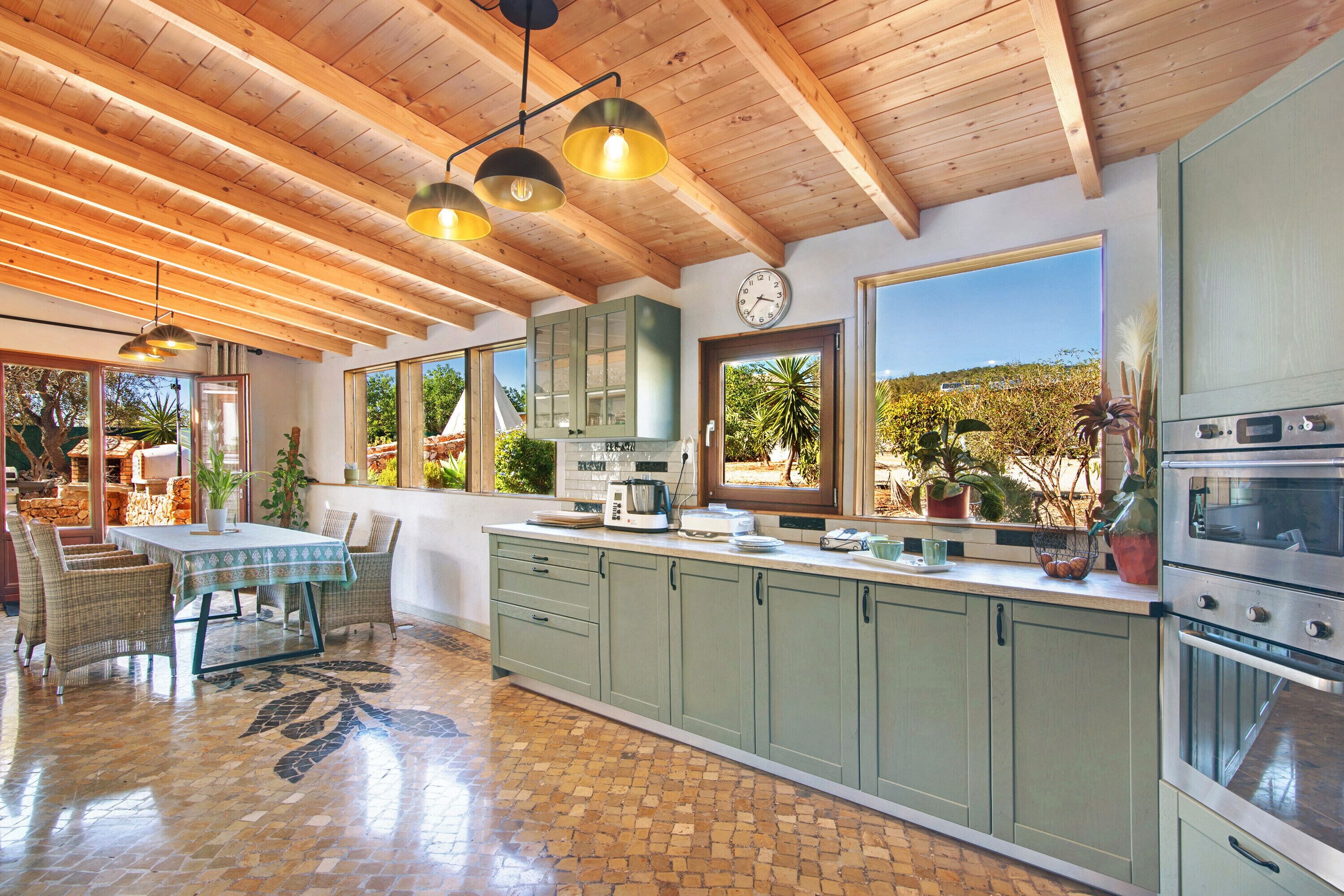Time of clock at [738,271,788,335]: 3:38
